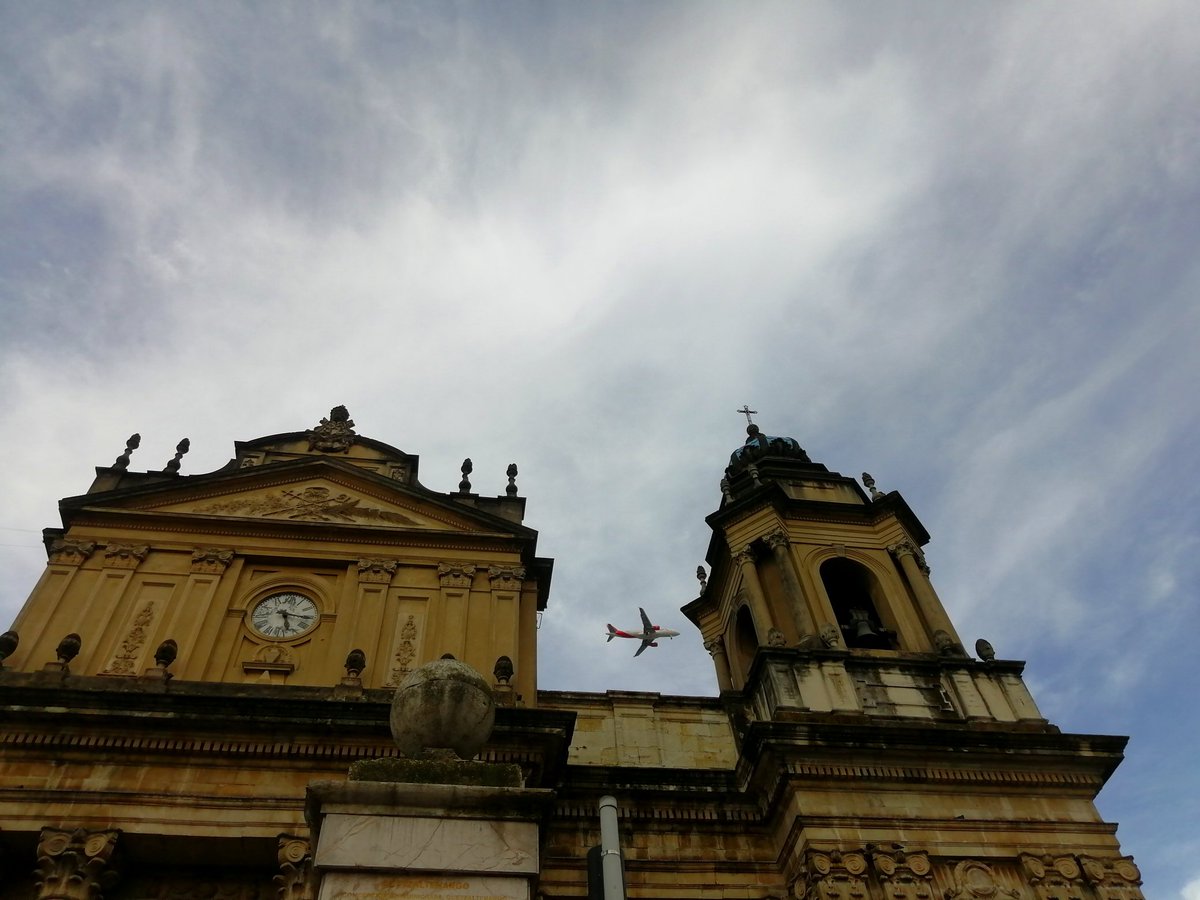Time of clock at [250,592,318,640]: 5:16
